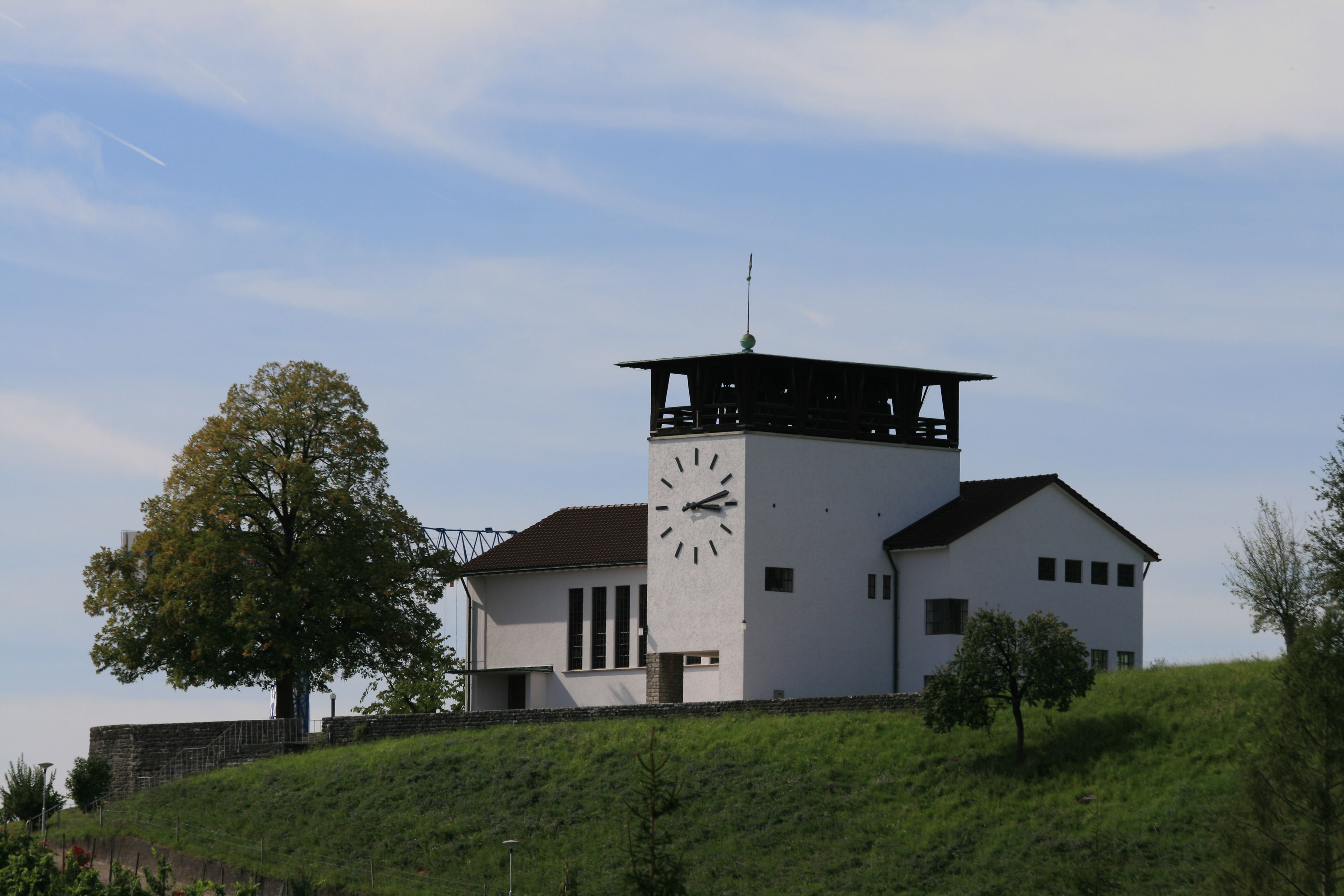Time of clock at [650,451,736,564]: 3:12
